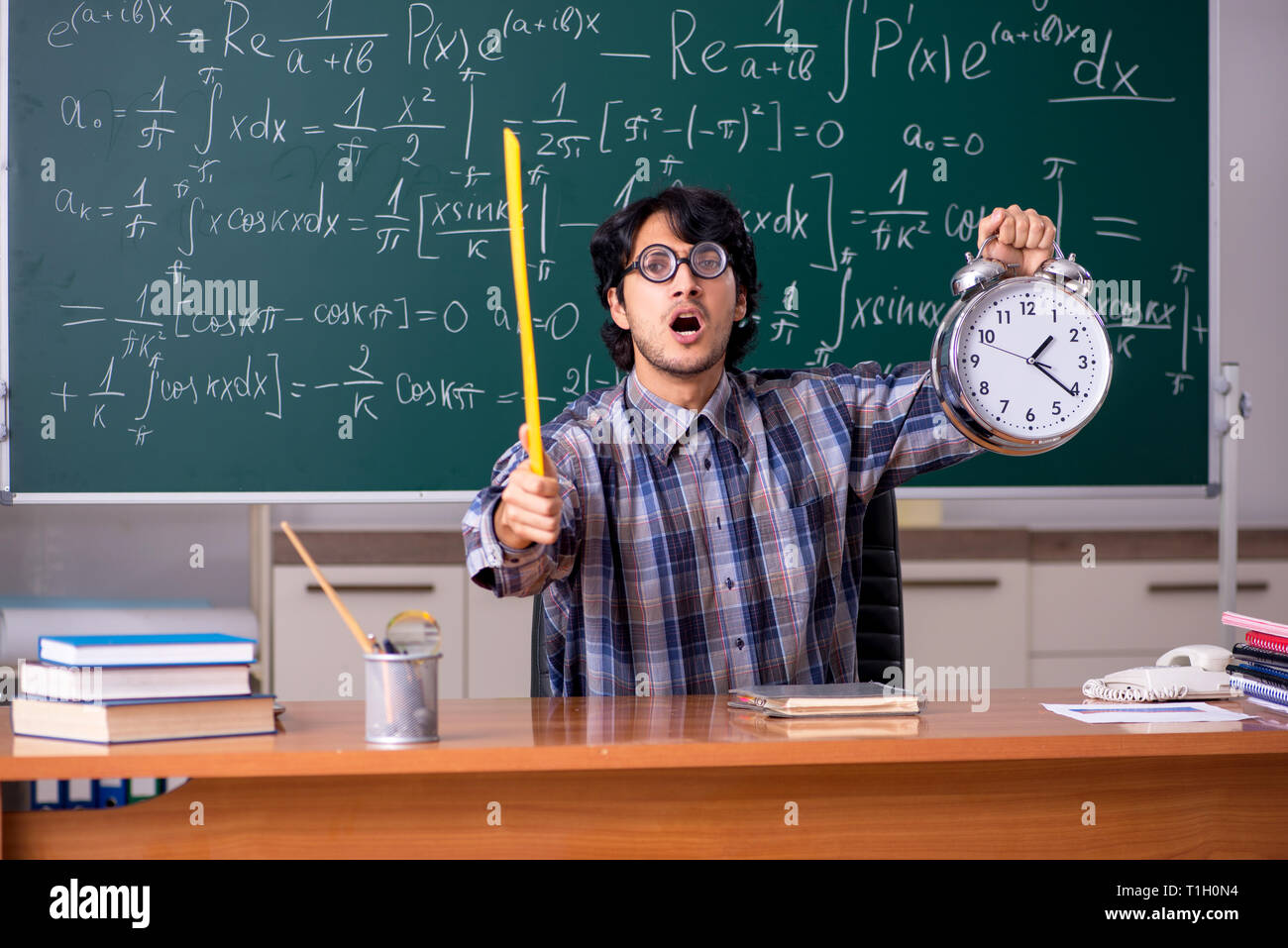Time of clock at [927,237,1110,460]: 1:21
